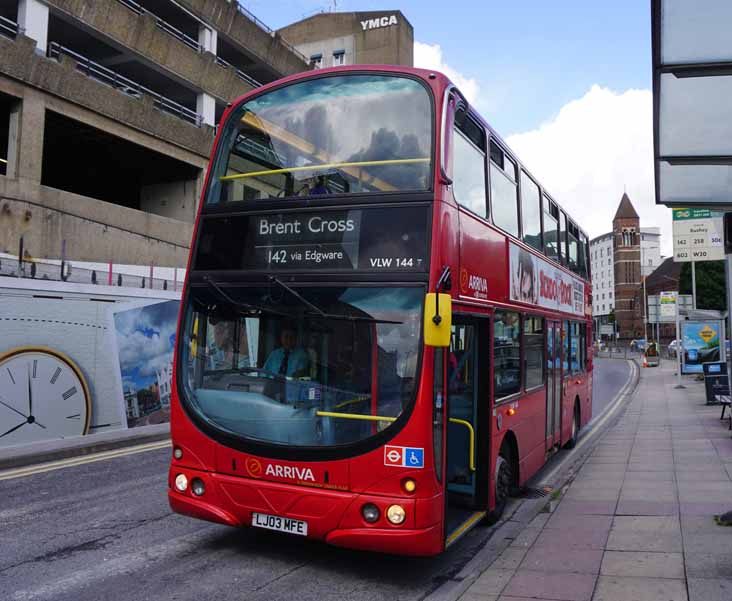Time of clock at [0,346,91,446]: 7:59
